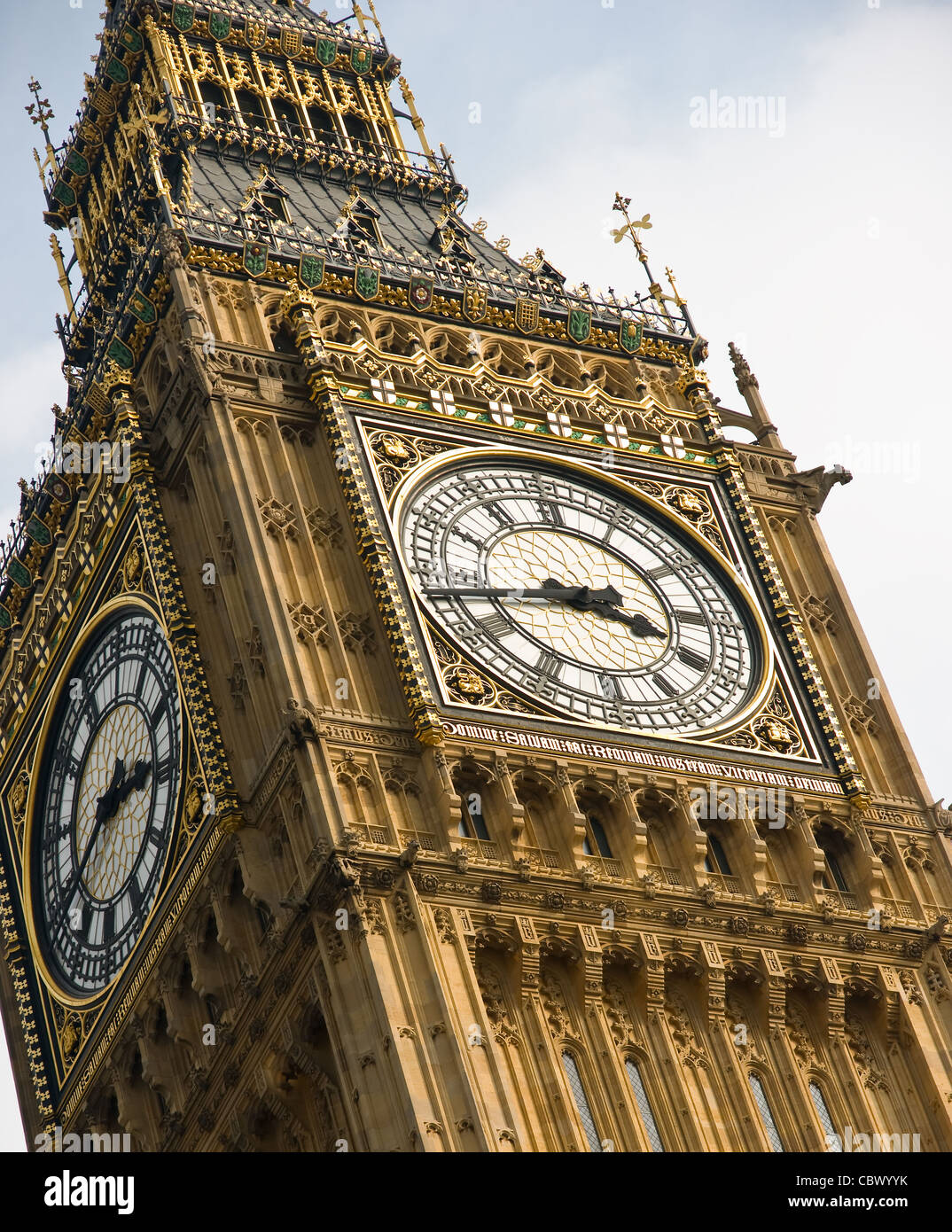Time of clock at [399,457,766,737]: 3:43
